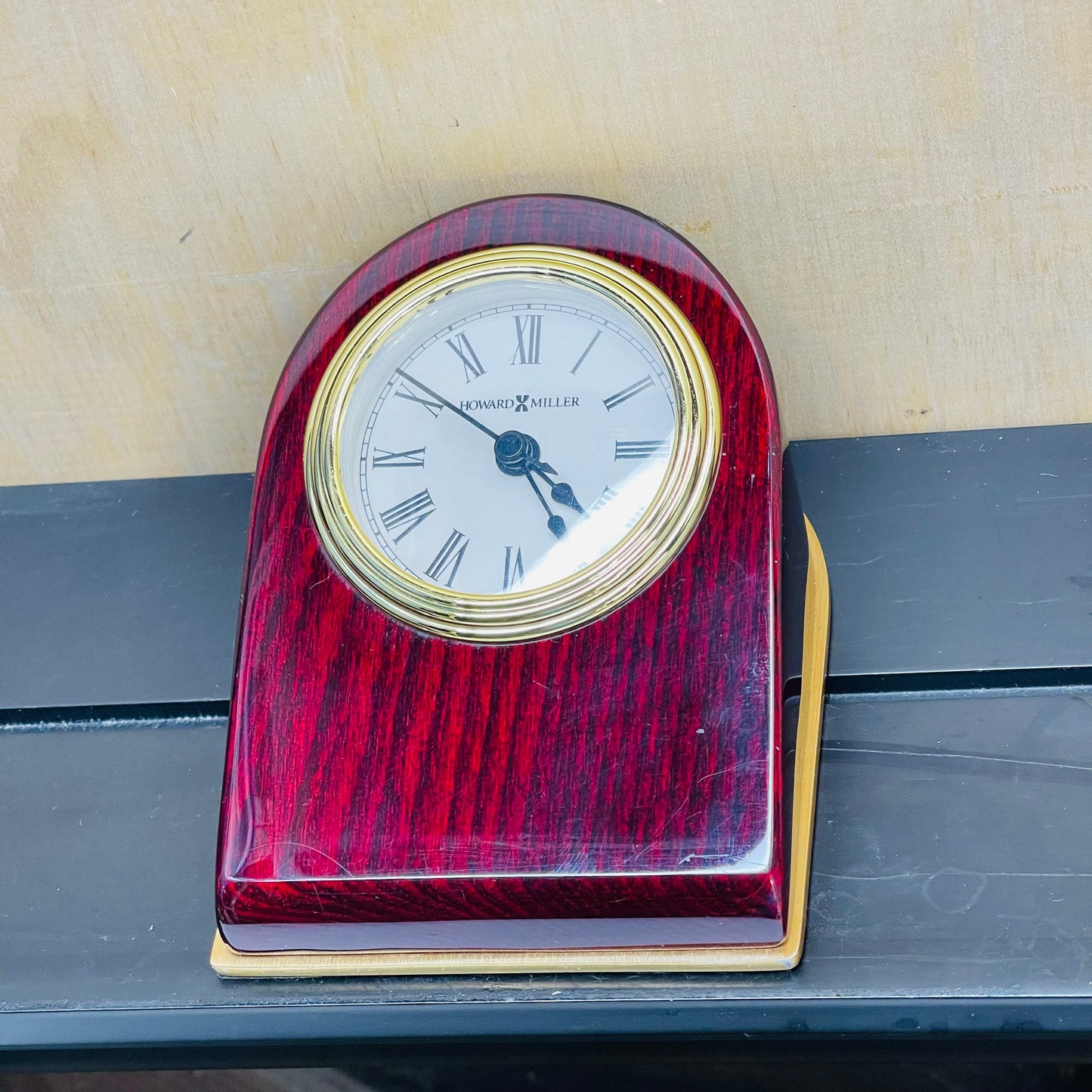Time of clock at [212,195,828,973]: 4:49
